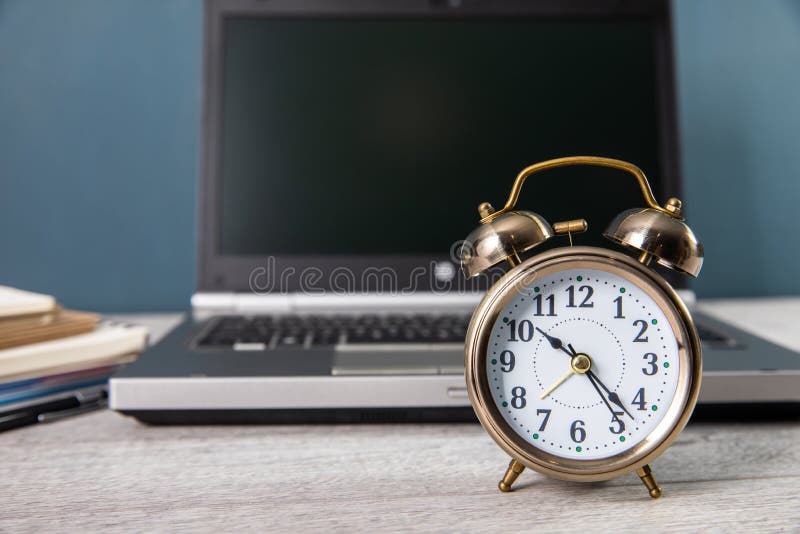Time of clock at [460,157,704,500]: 10:23
